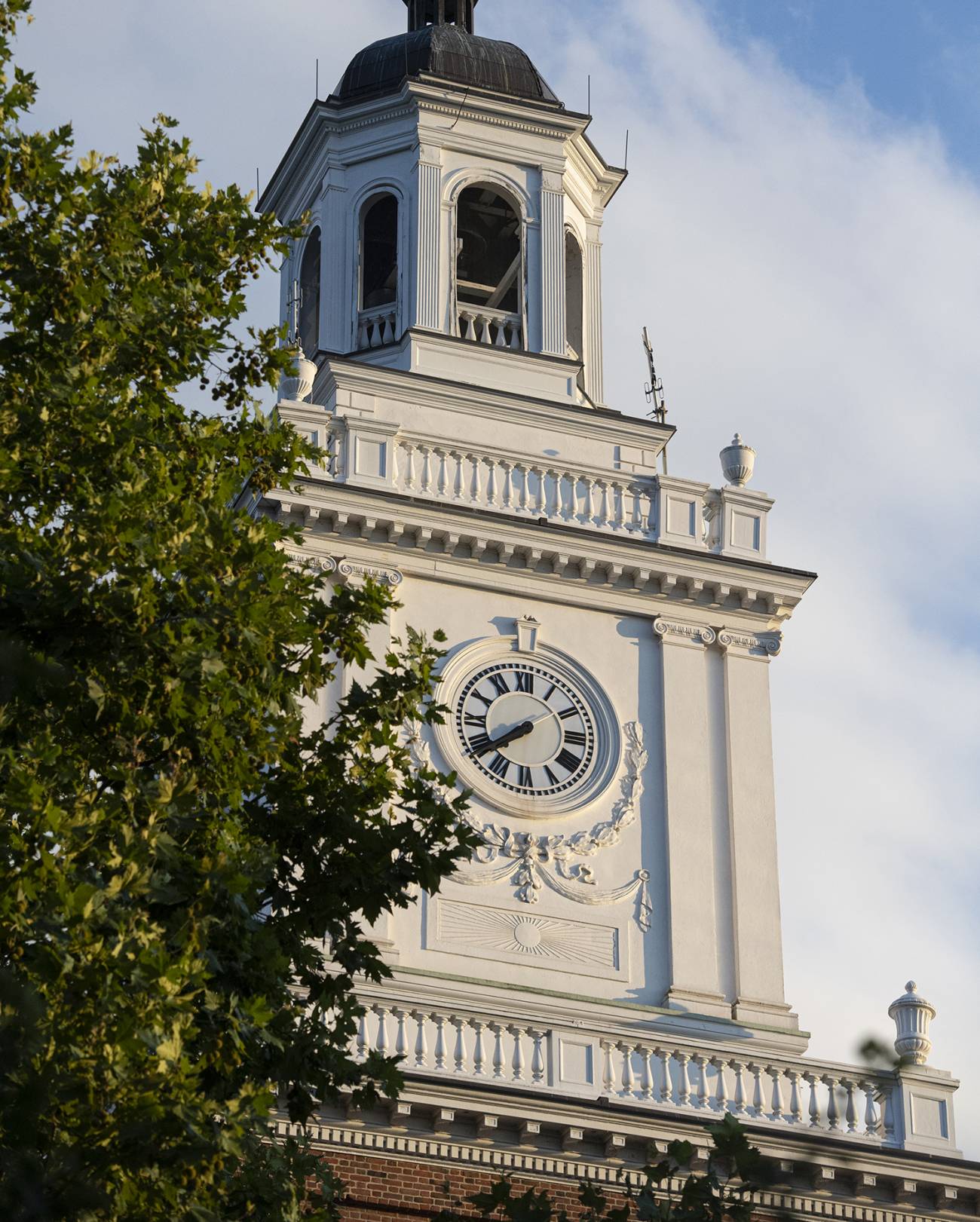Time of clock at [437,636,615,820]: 7:38
